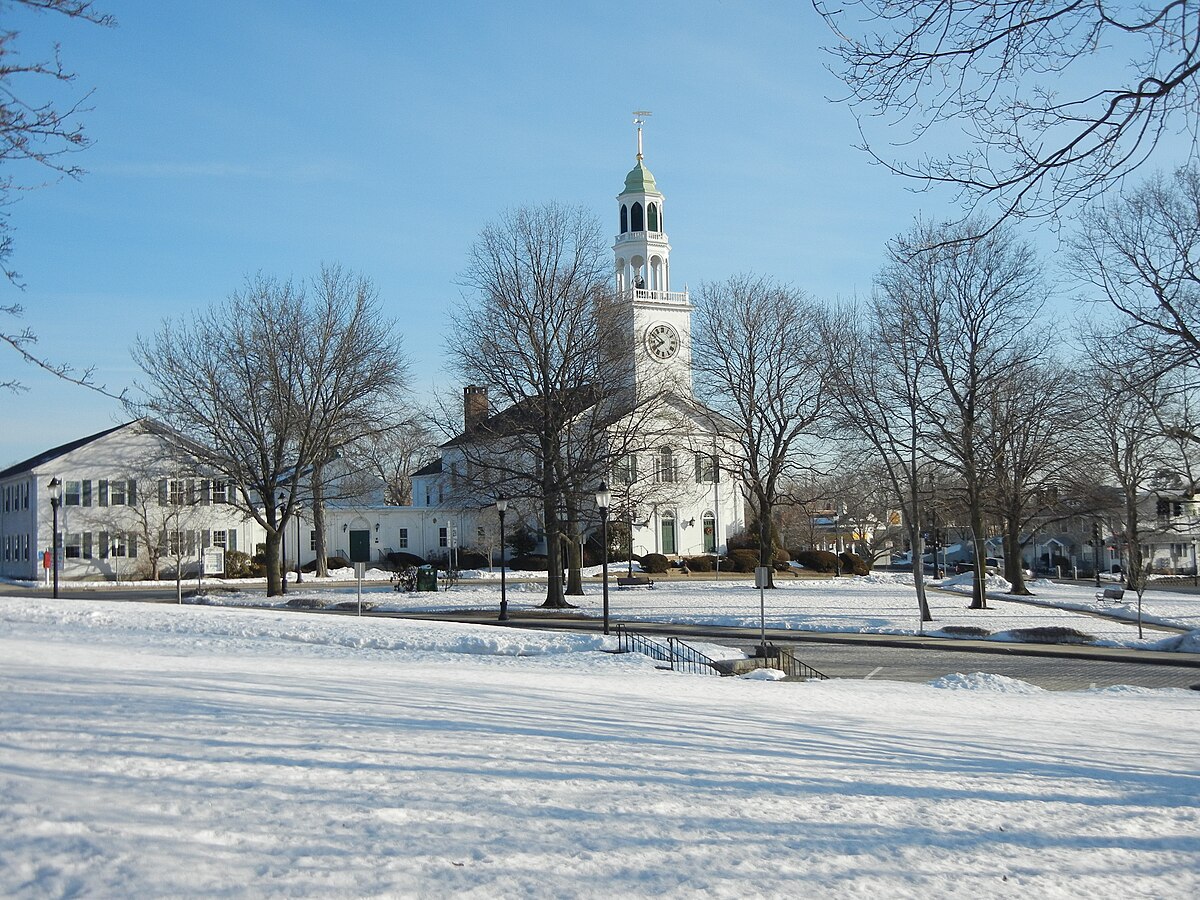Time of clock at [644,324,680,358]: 7:51
